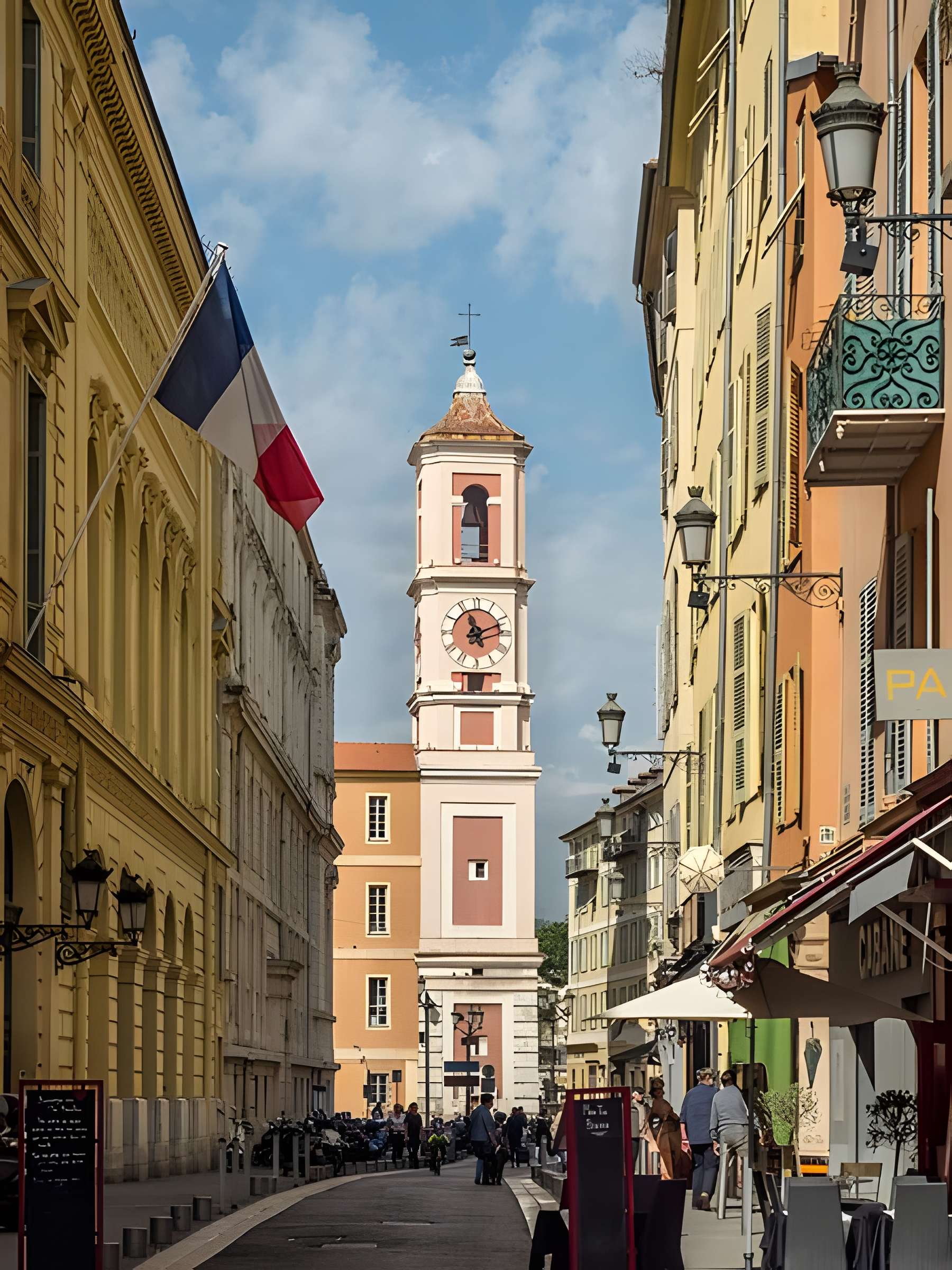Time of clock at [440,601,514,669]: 11:11
